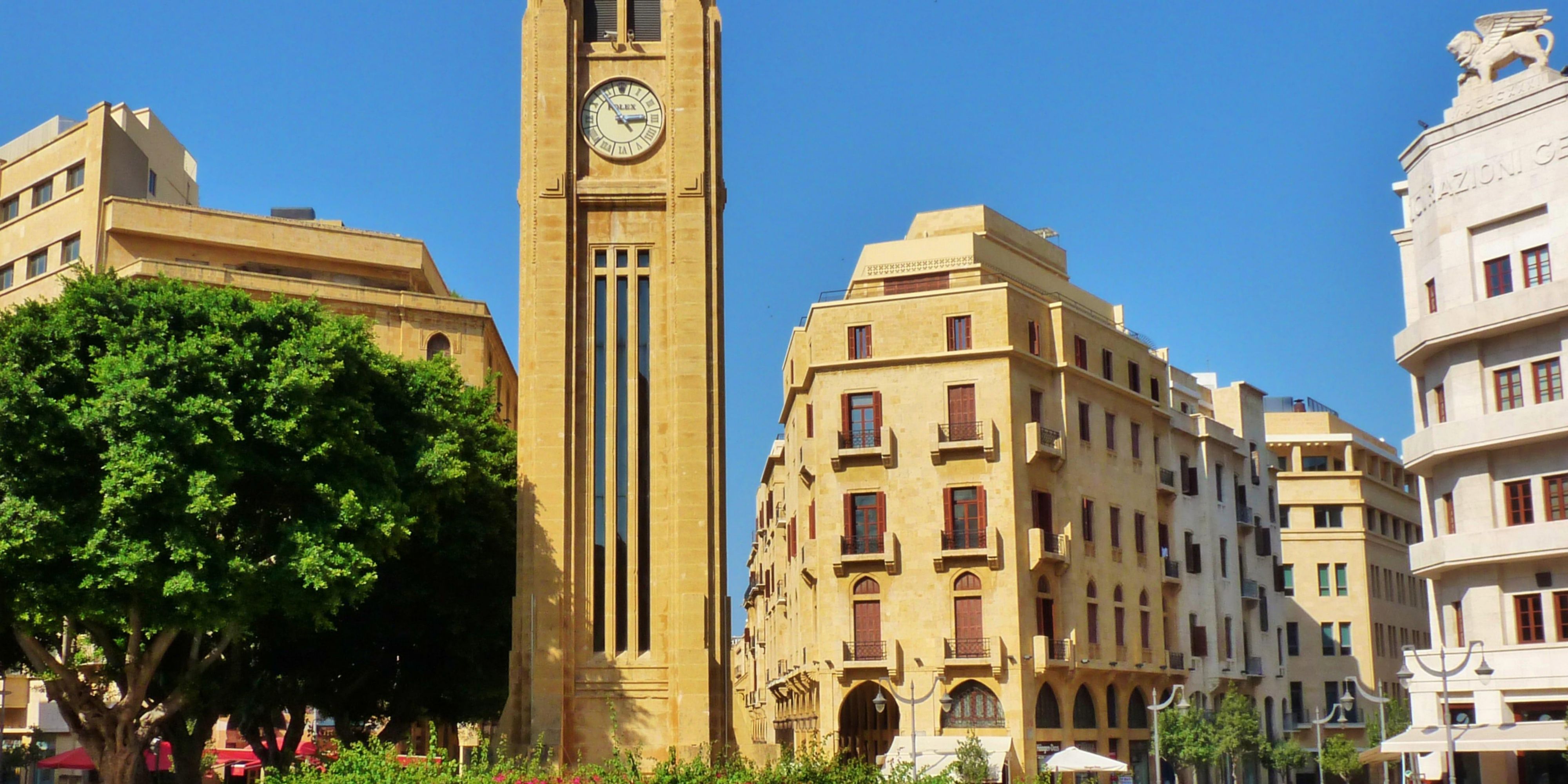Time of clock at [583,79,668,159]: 2:53
